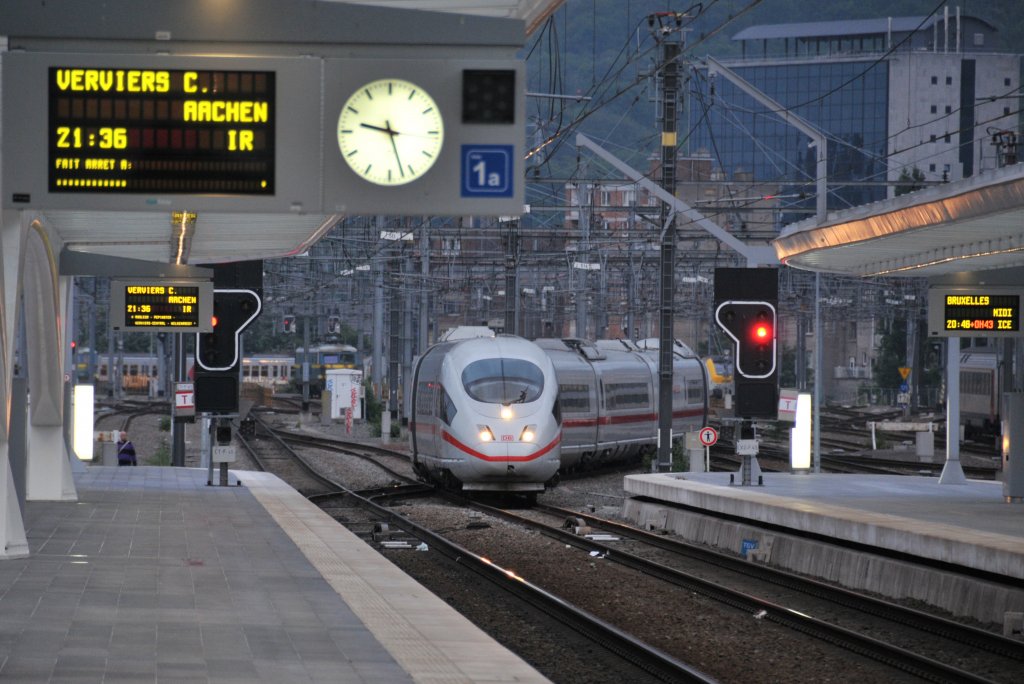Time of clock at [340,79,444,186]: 9:27
